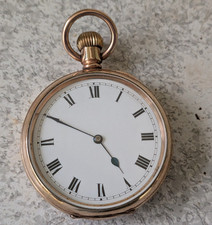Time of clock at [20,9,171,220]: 4:49
